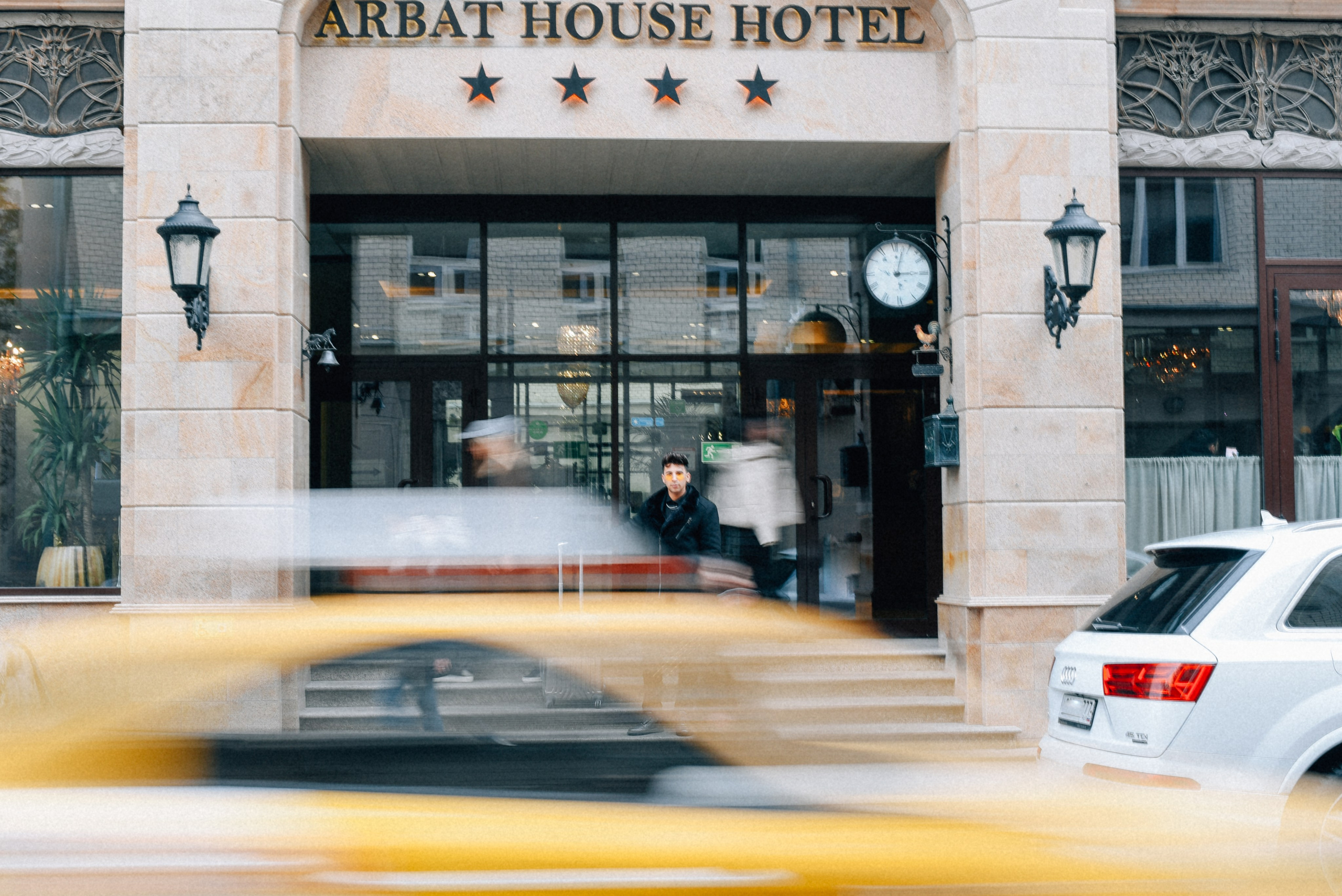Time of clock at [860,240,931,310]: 3:02
